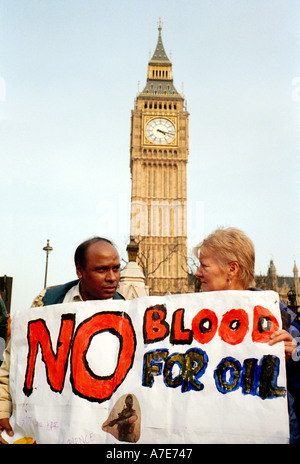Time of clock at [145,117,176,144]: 4:17
